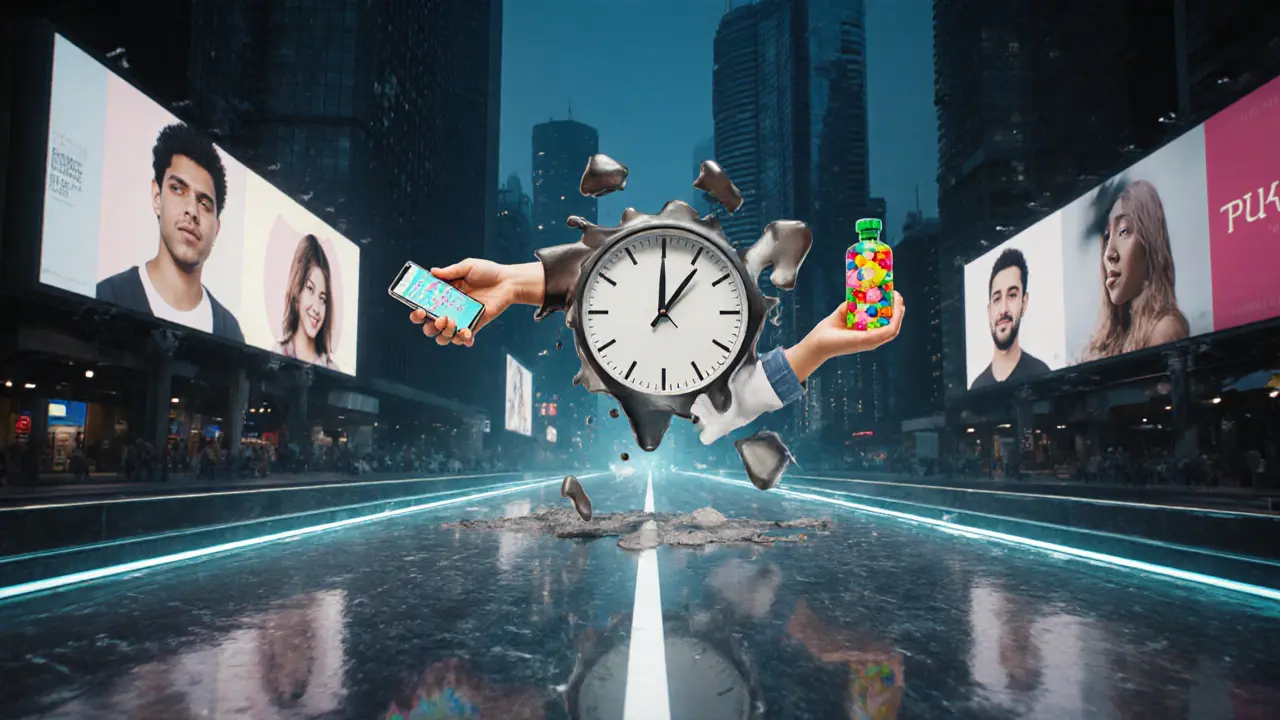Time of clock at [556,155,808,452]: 1:00
